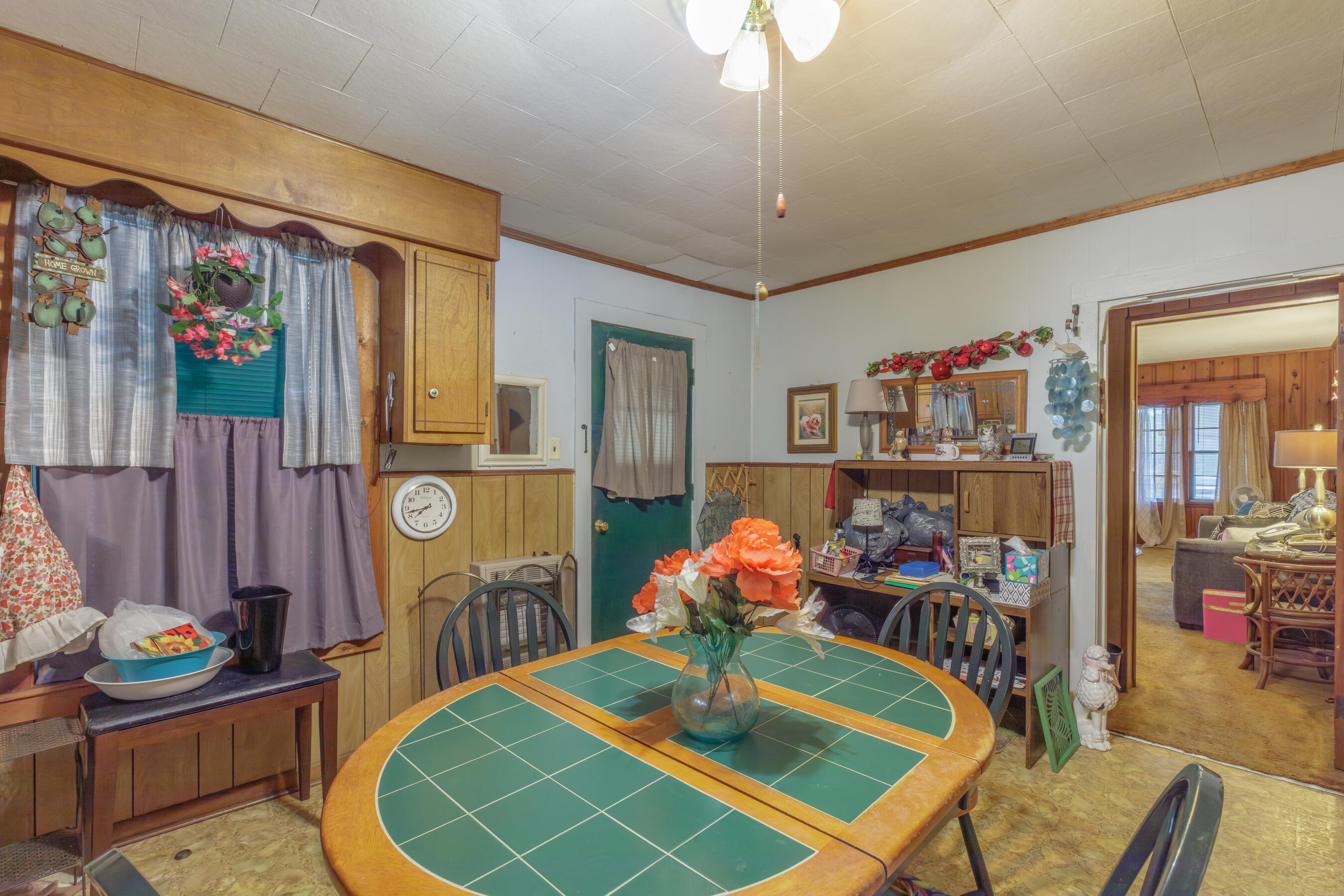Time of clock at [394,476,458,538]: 7:42
